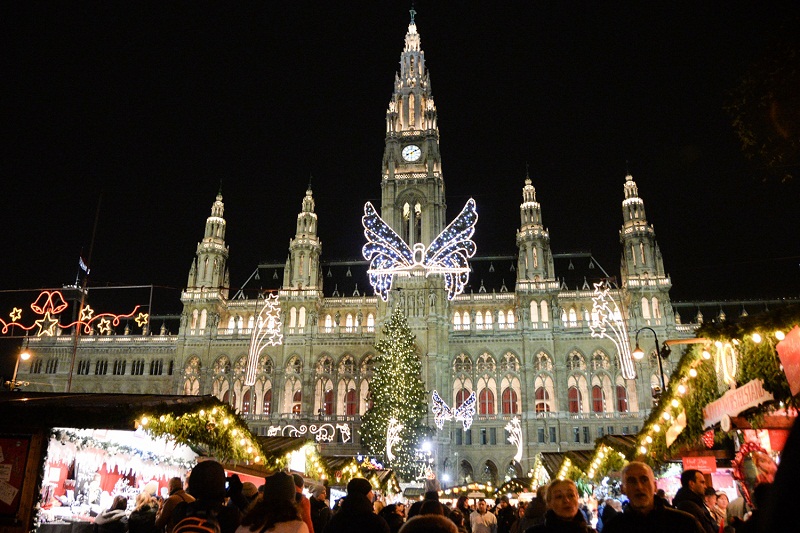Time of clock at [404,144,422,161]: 8:09
